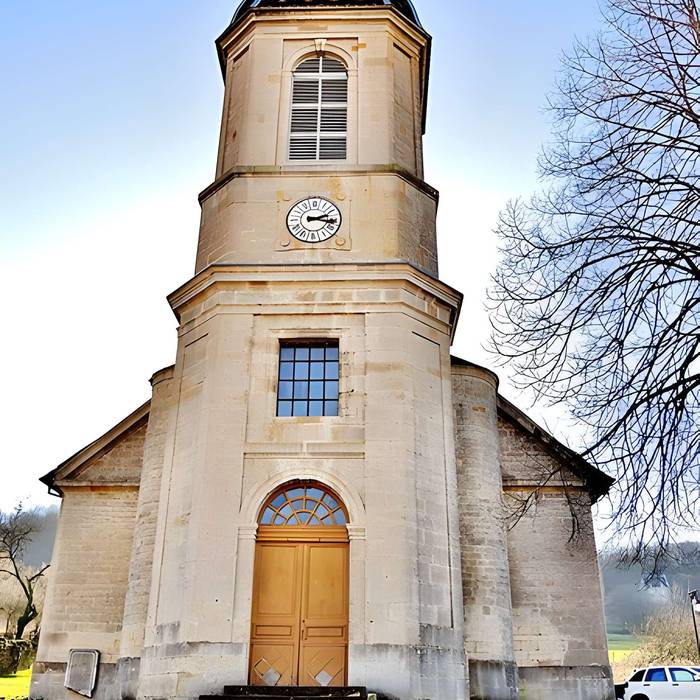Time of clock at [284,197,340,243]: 2:16
